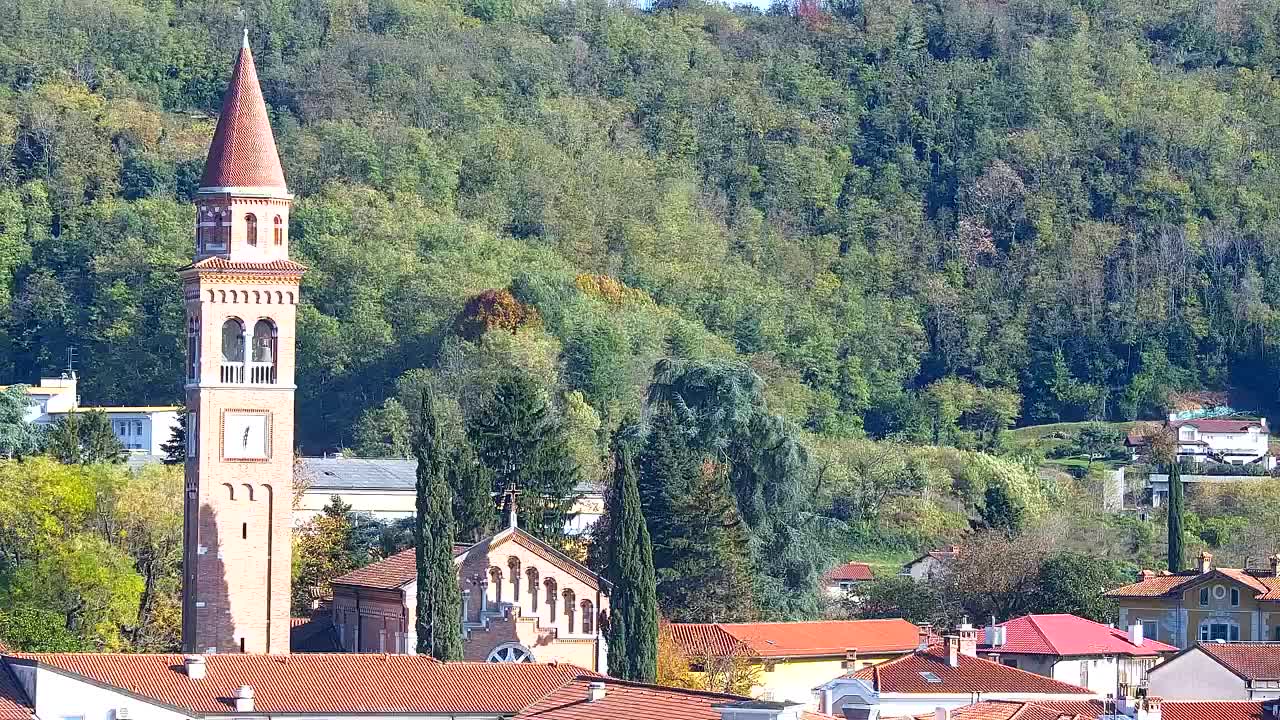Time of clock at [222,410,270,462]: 12:30
